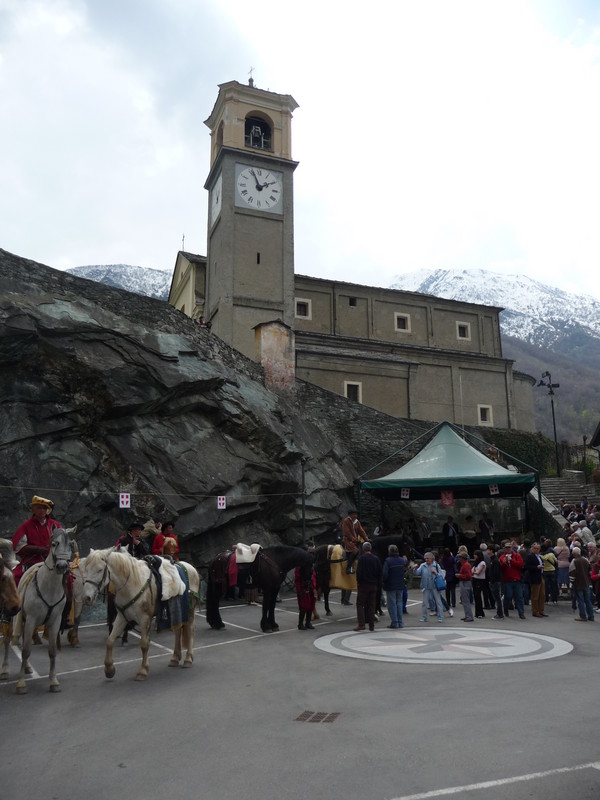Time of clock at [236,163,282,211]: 1:56
